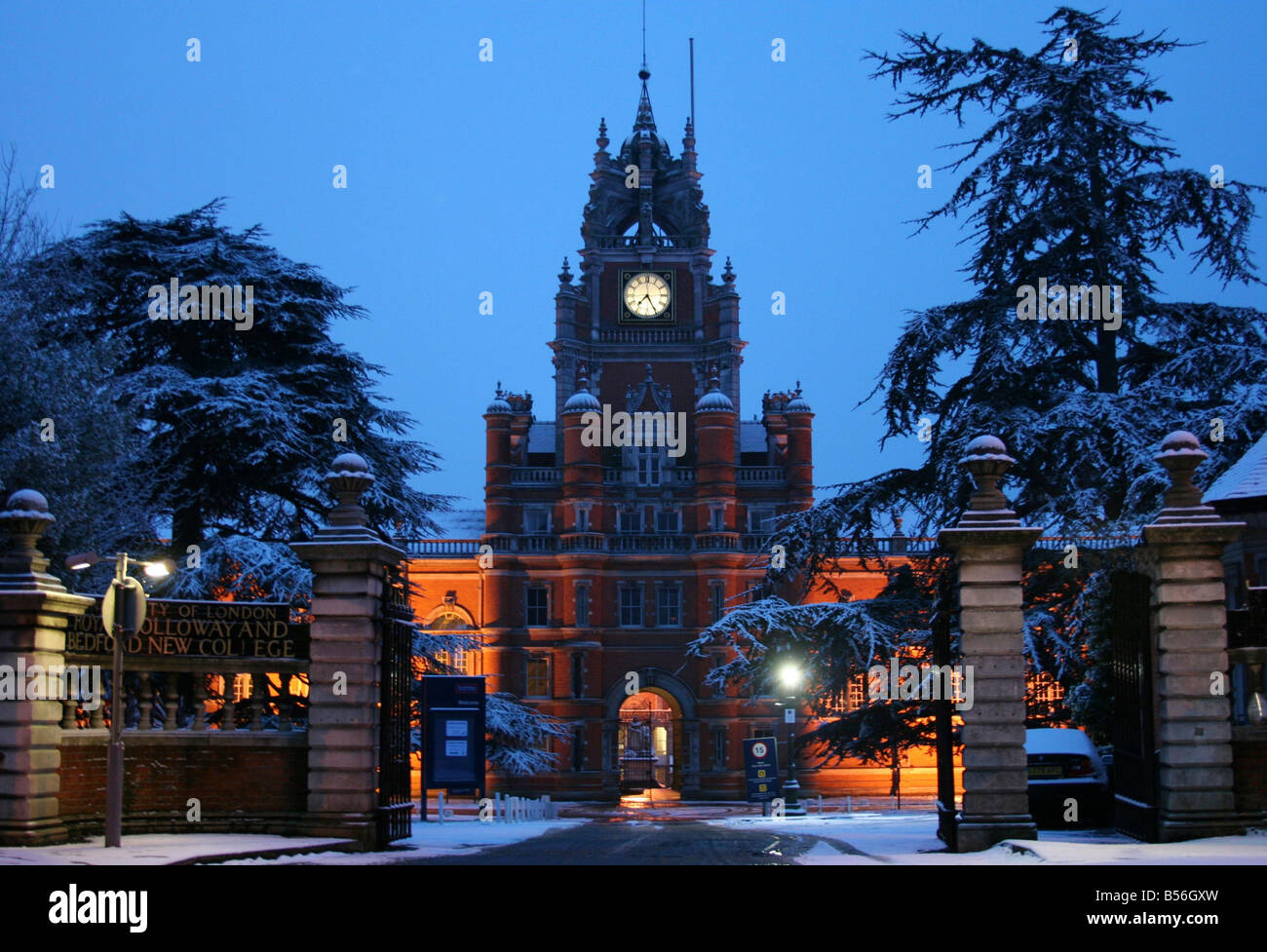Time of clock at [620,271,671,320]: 7:25
